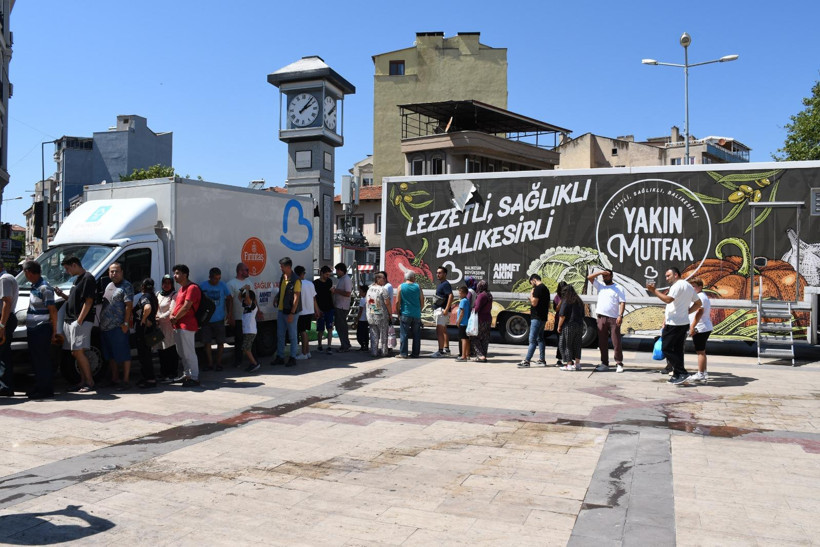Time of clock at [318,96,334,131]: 2:07
